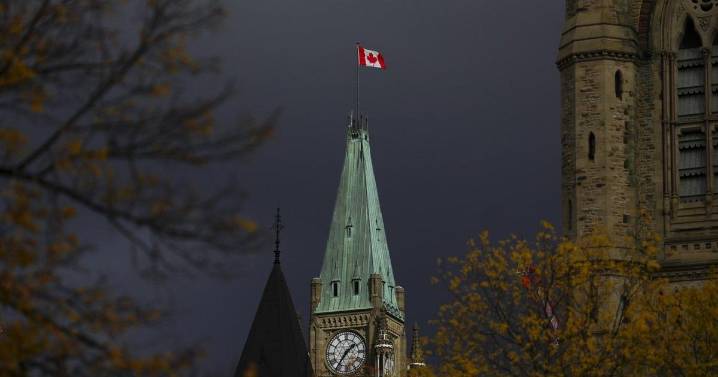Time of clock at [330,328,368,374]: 1:36
